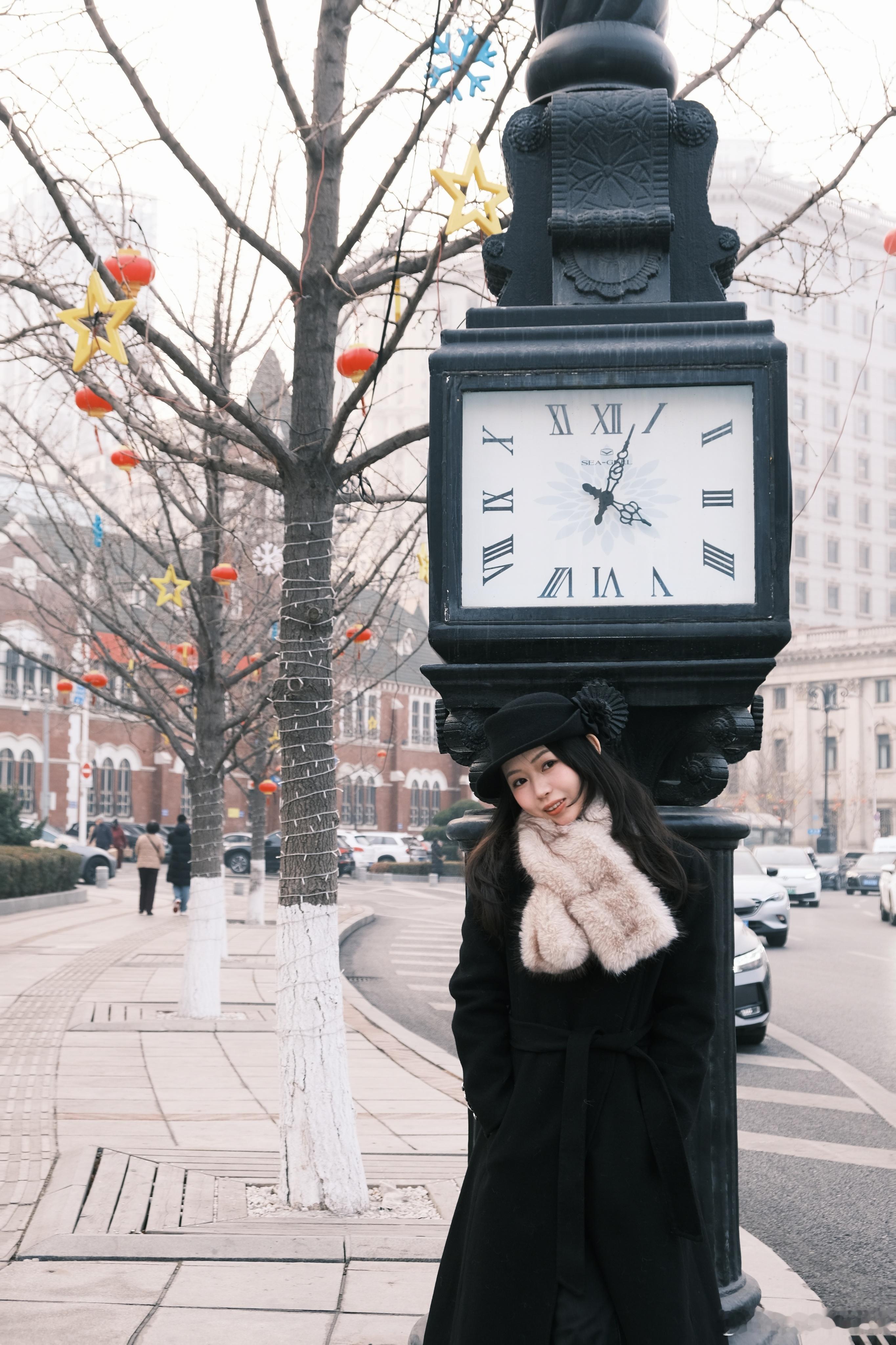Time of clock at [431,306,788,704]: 4:03
